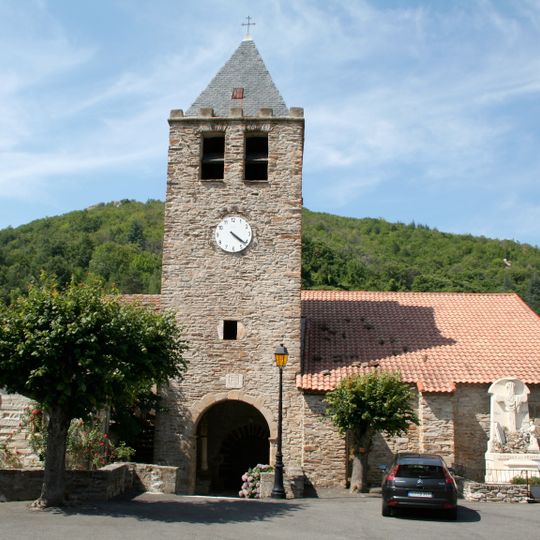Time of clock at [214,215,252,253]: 4:21
